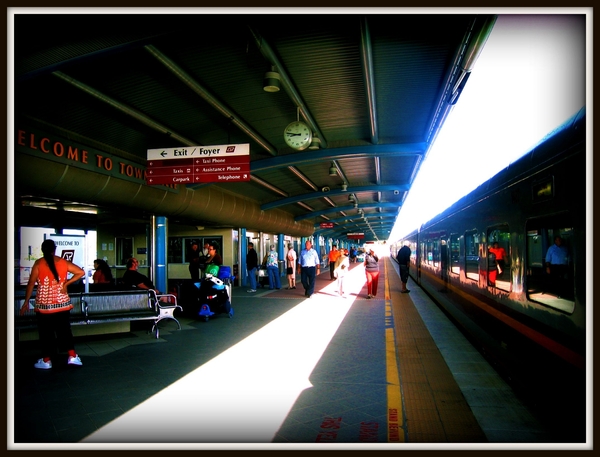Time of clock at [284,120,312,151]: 8:46
